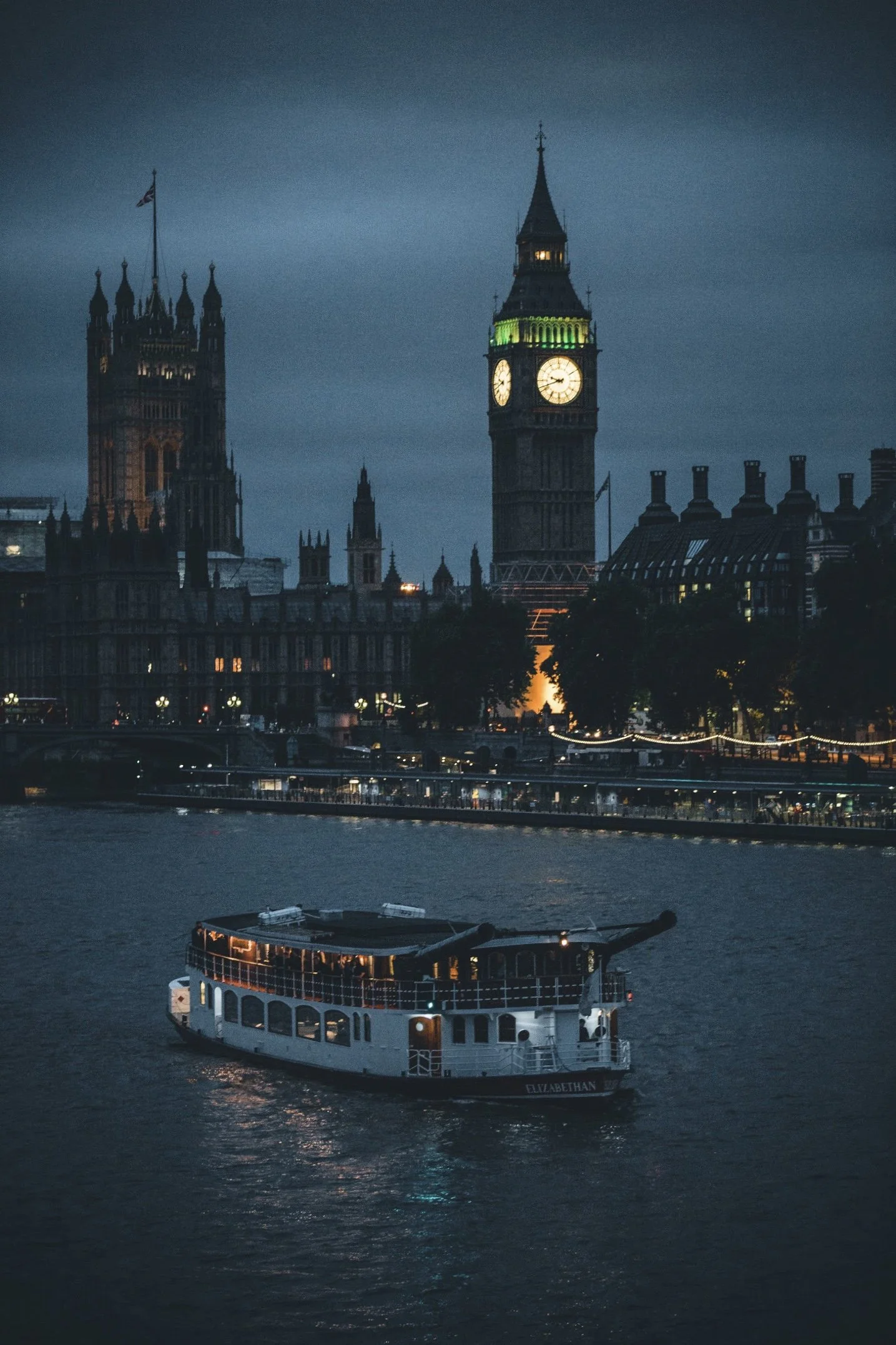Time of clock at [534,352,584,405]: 9:41
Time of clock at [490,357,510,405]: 9:42
